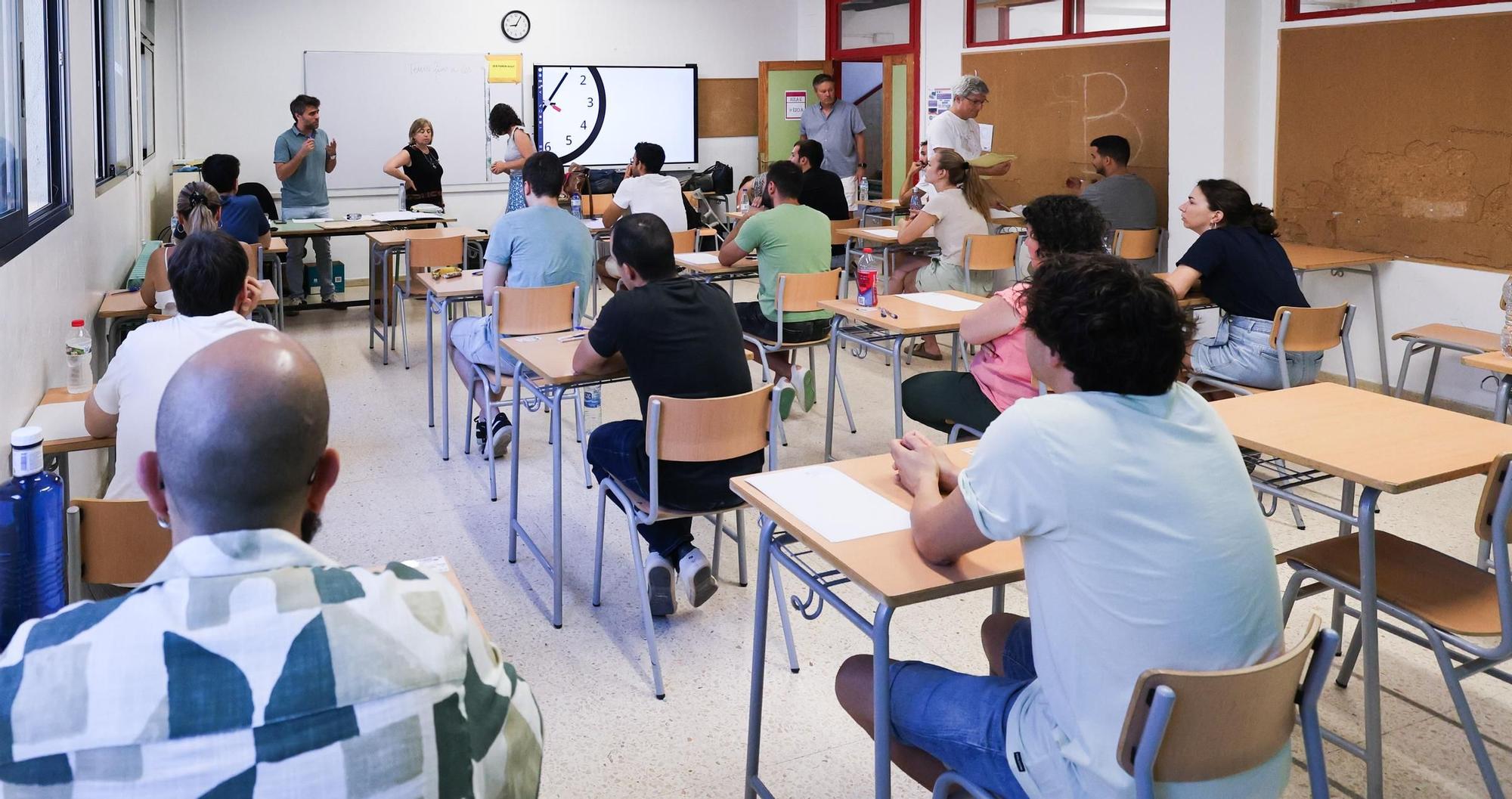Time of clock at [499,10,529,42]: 9:05
